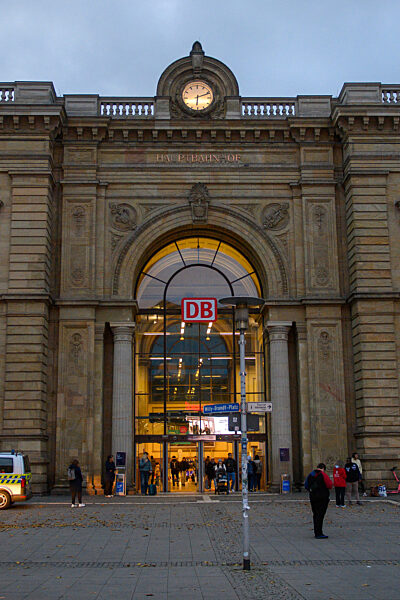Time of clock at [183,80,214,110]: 6:11
